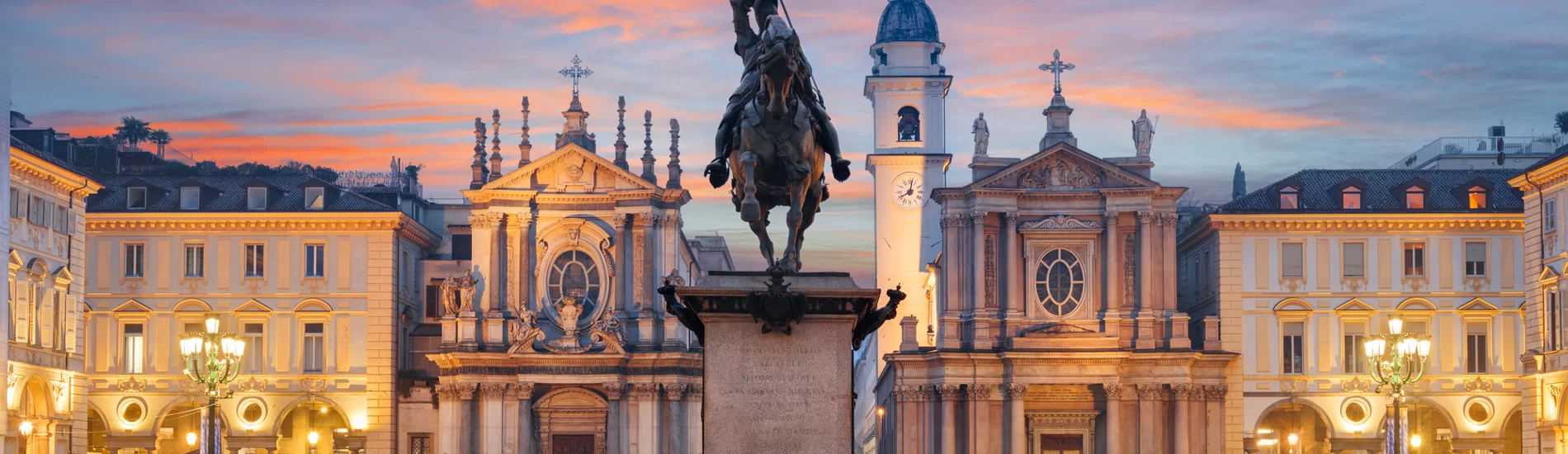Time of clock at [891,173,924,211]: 8:01
